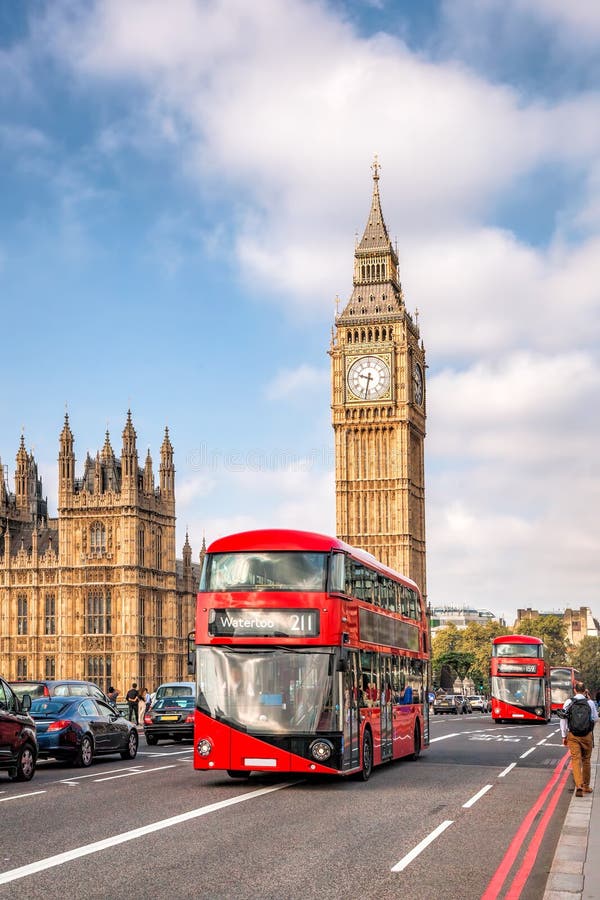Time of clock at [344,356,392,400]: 9:32
